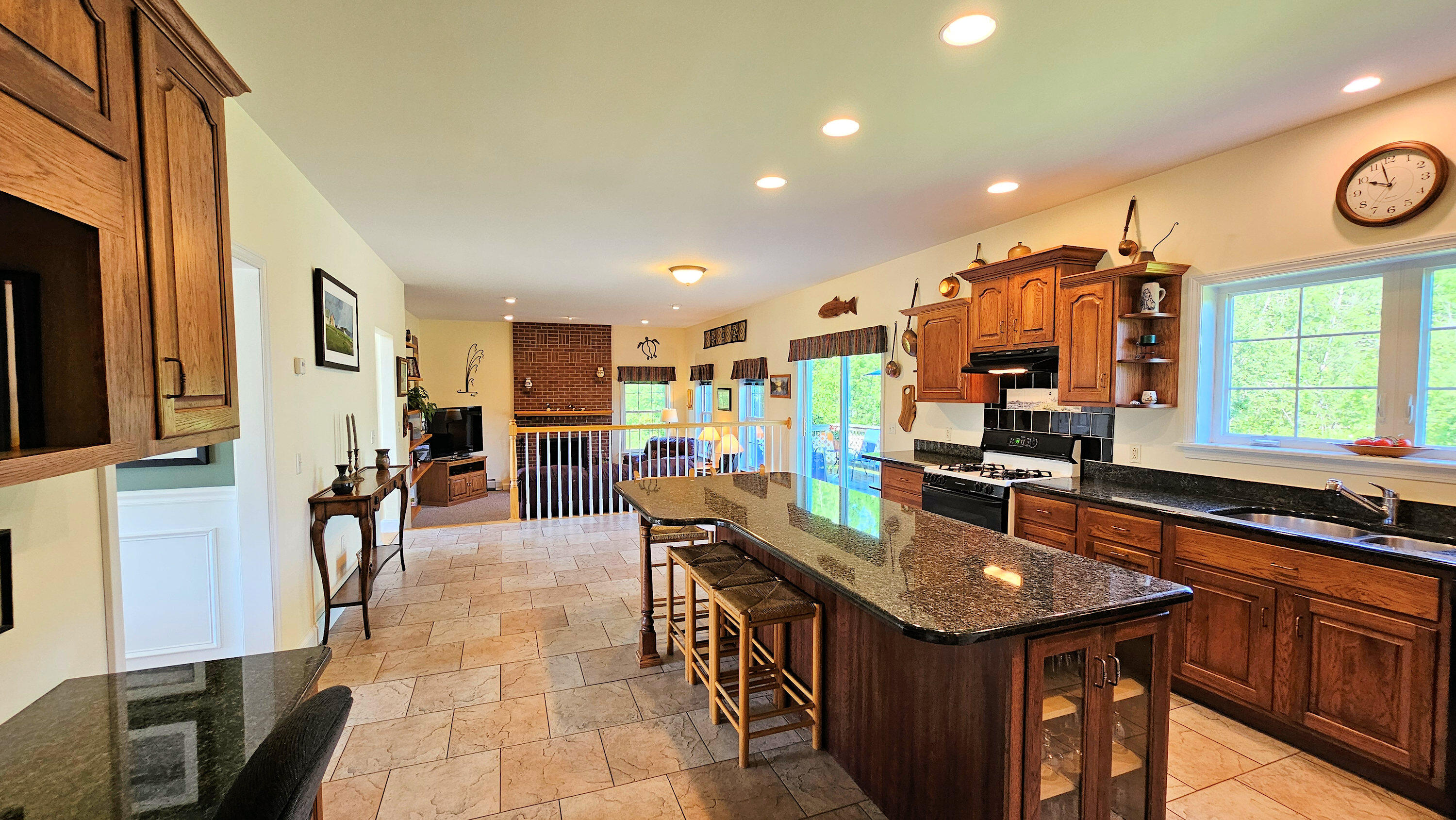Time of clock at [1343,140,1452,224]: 9:57
